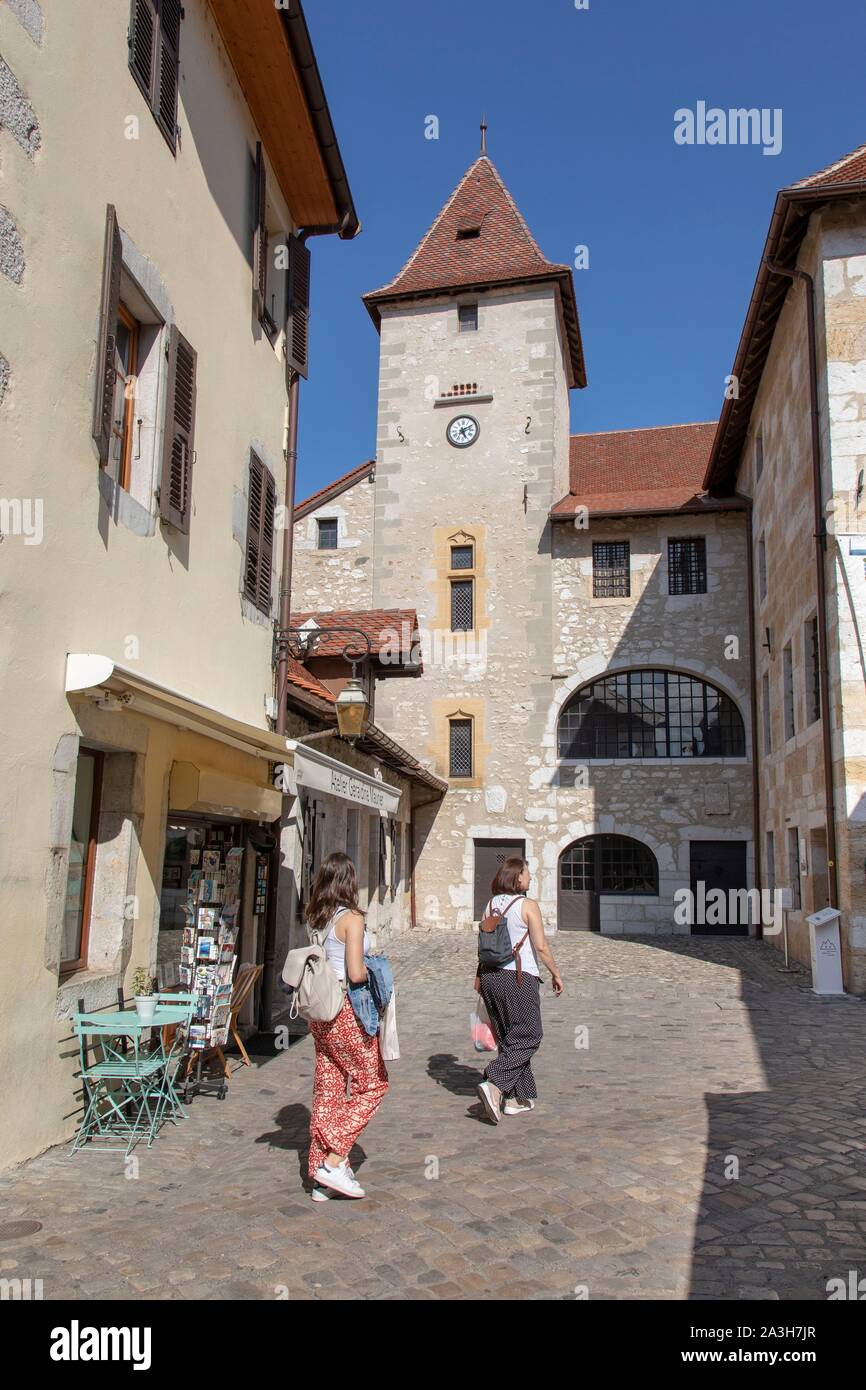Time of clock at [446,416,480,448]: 5:10
